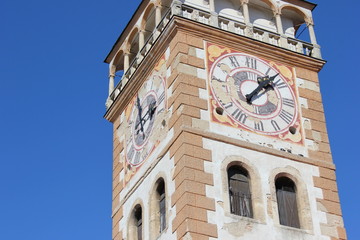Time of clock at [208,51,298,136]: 1:07
